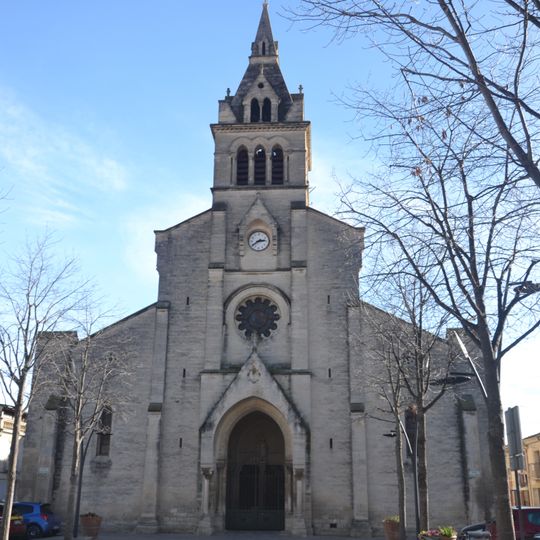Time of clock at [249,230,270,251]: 2:39
